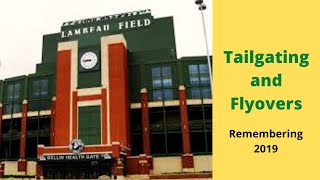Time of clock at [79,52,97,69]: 8:46
